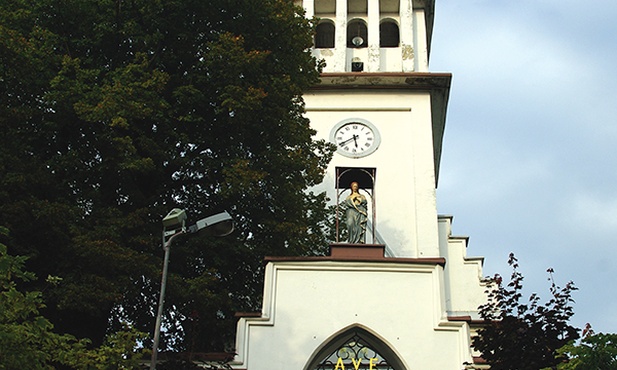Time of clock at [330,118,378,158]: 5:40
